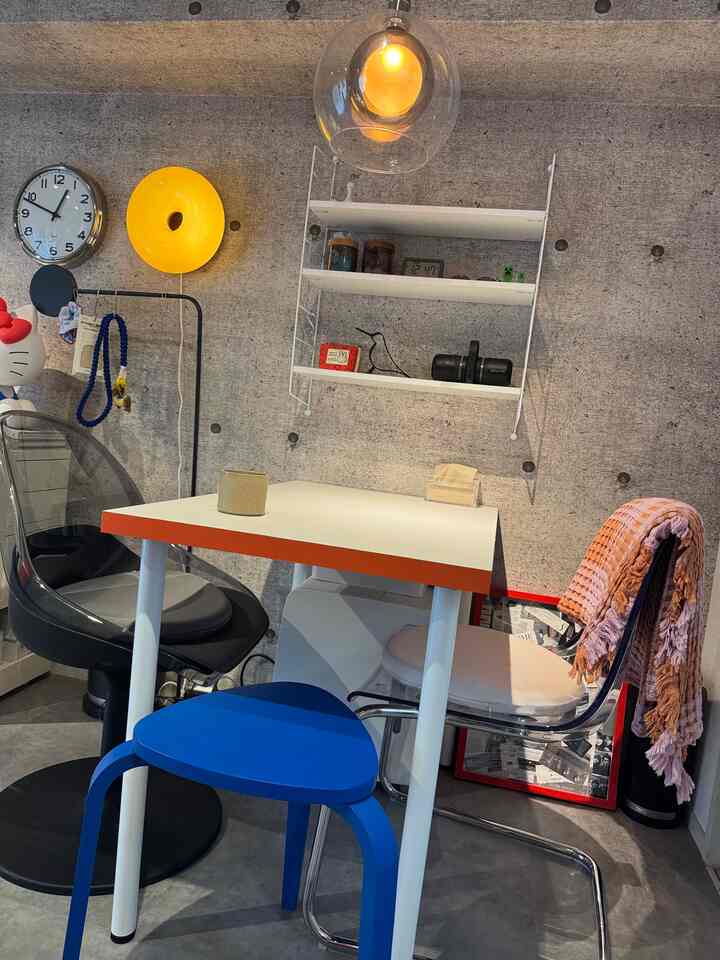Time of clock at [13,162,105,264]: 12:48
